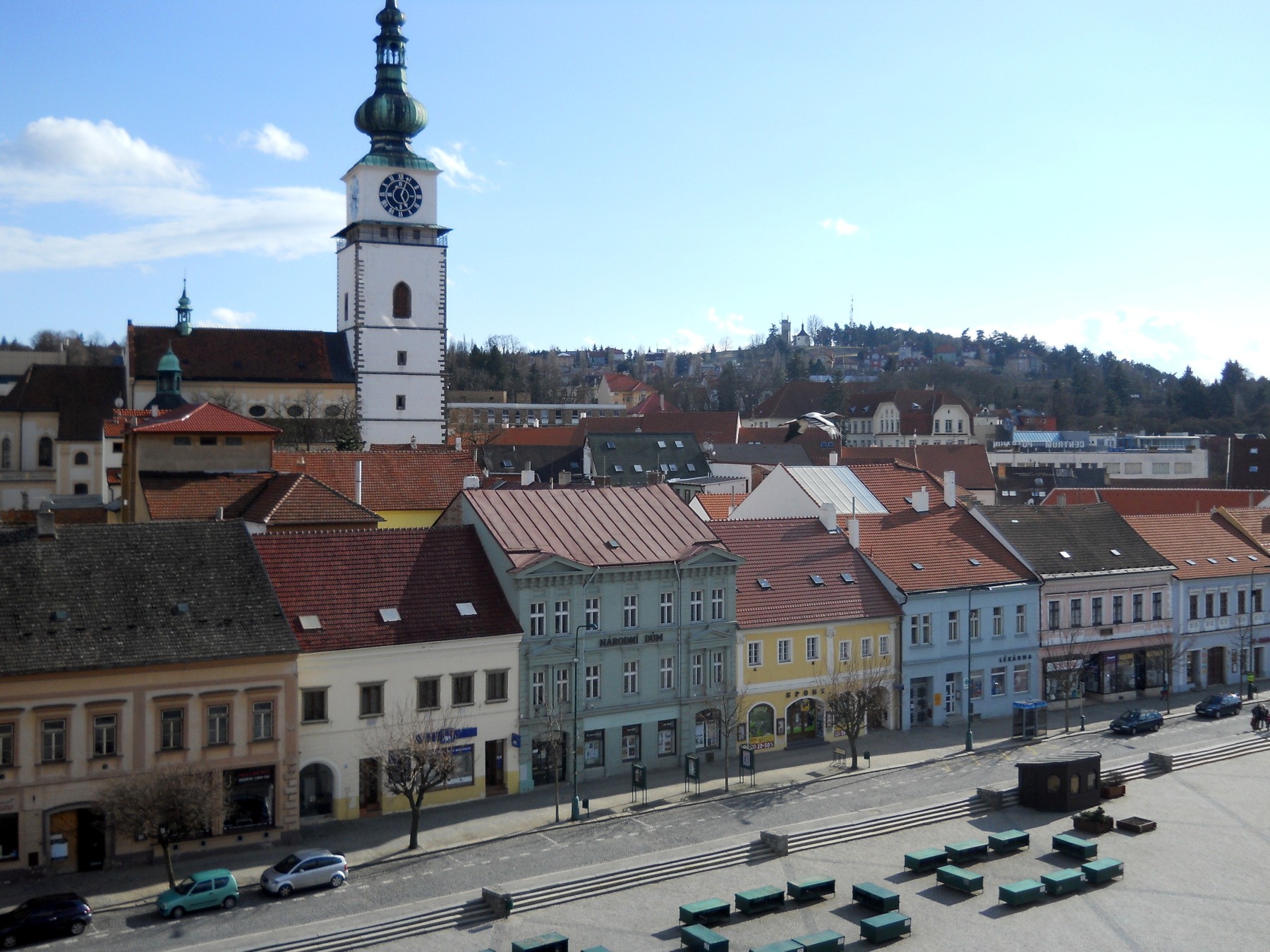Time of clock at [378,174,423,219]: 5:03
